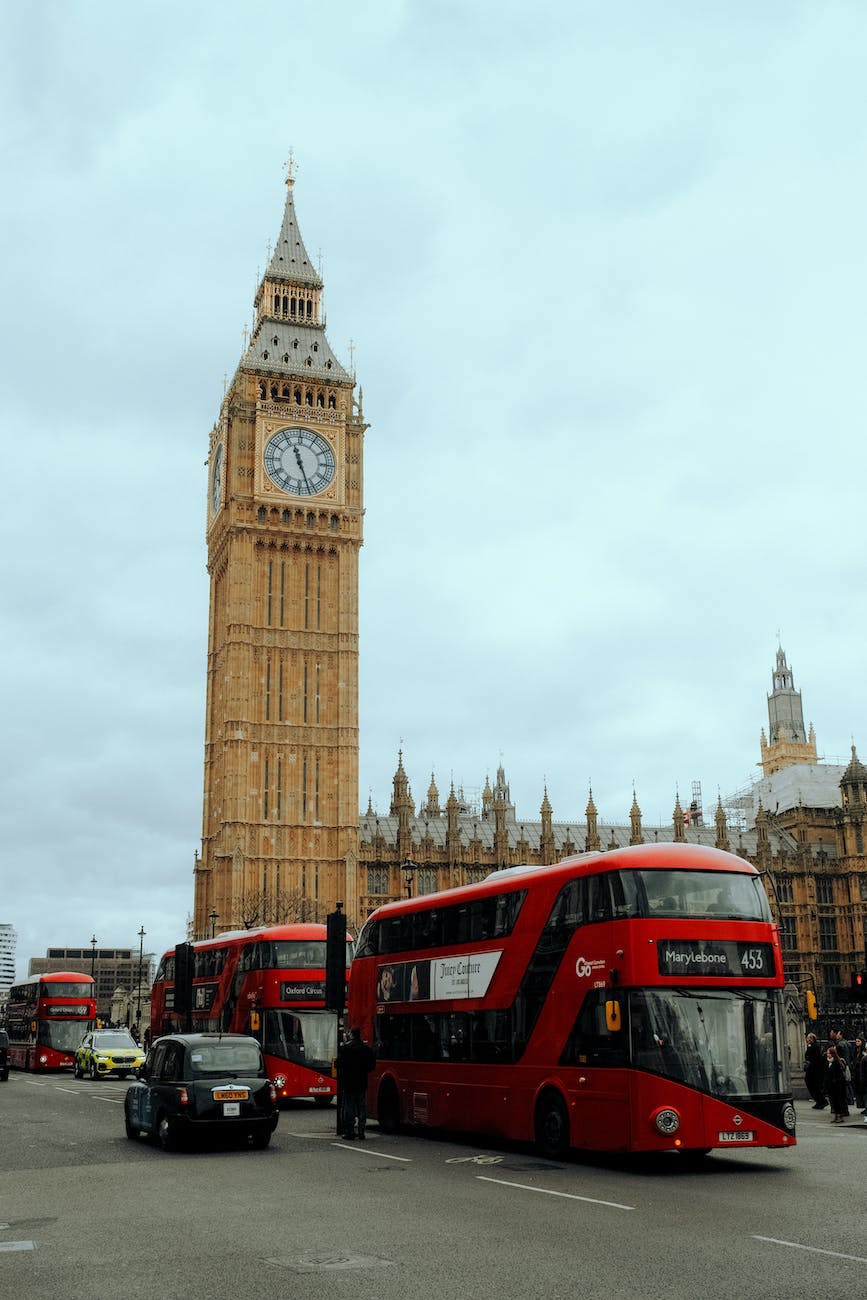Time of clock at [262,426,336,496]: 11:26
